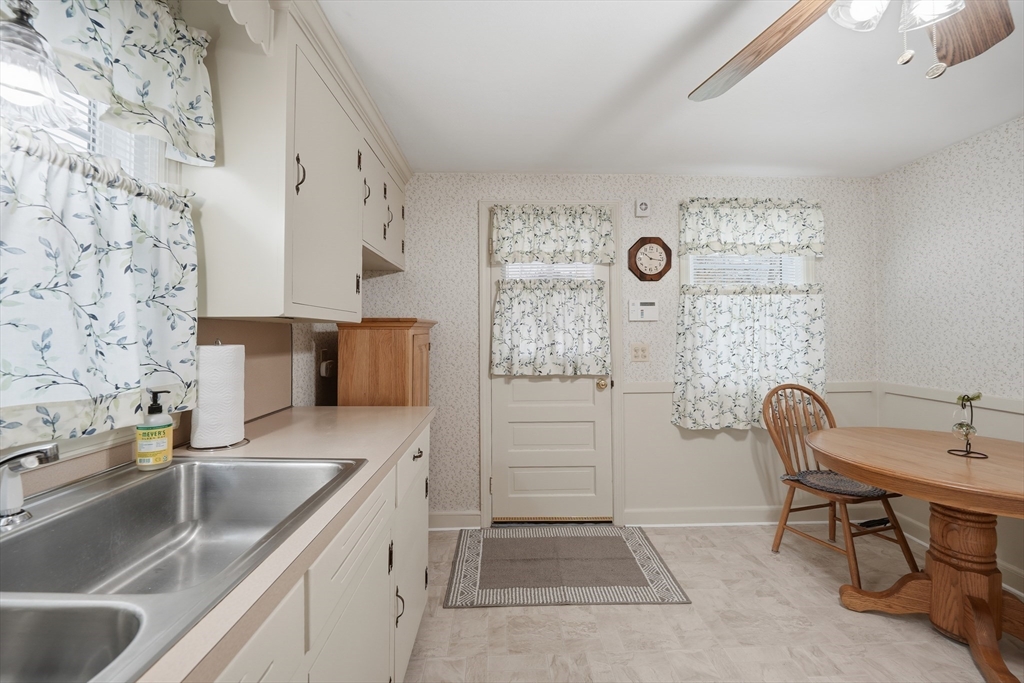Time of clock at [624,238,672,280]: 10:16
